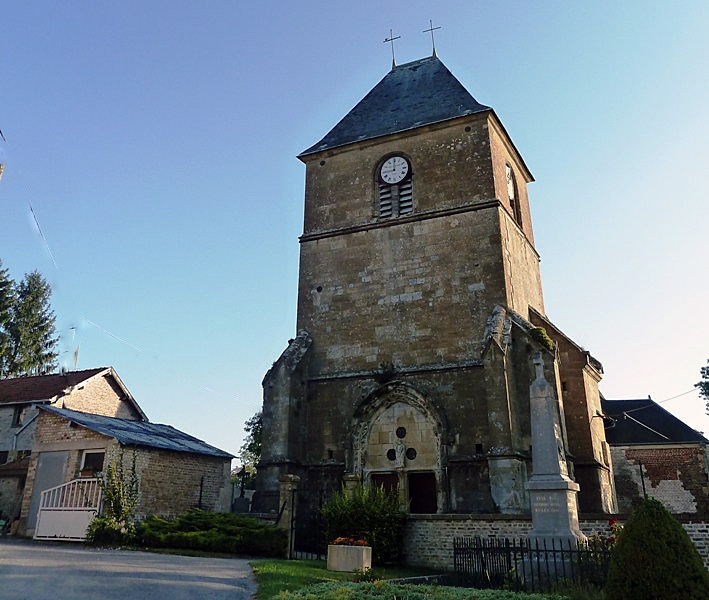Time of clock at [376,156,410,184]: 11:44
